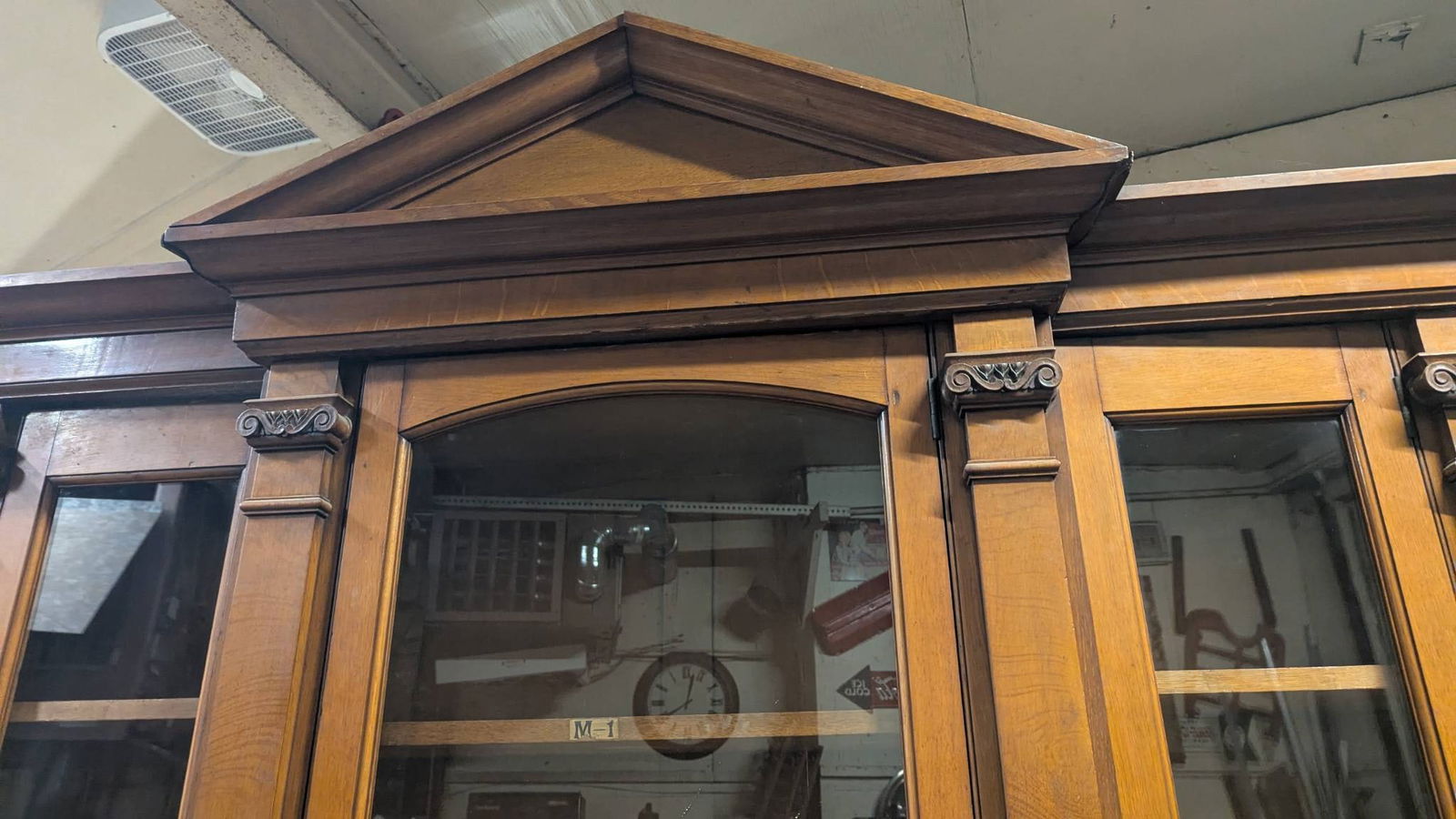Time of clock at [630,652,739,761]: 8:02
